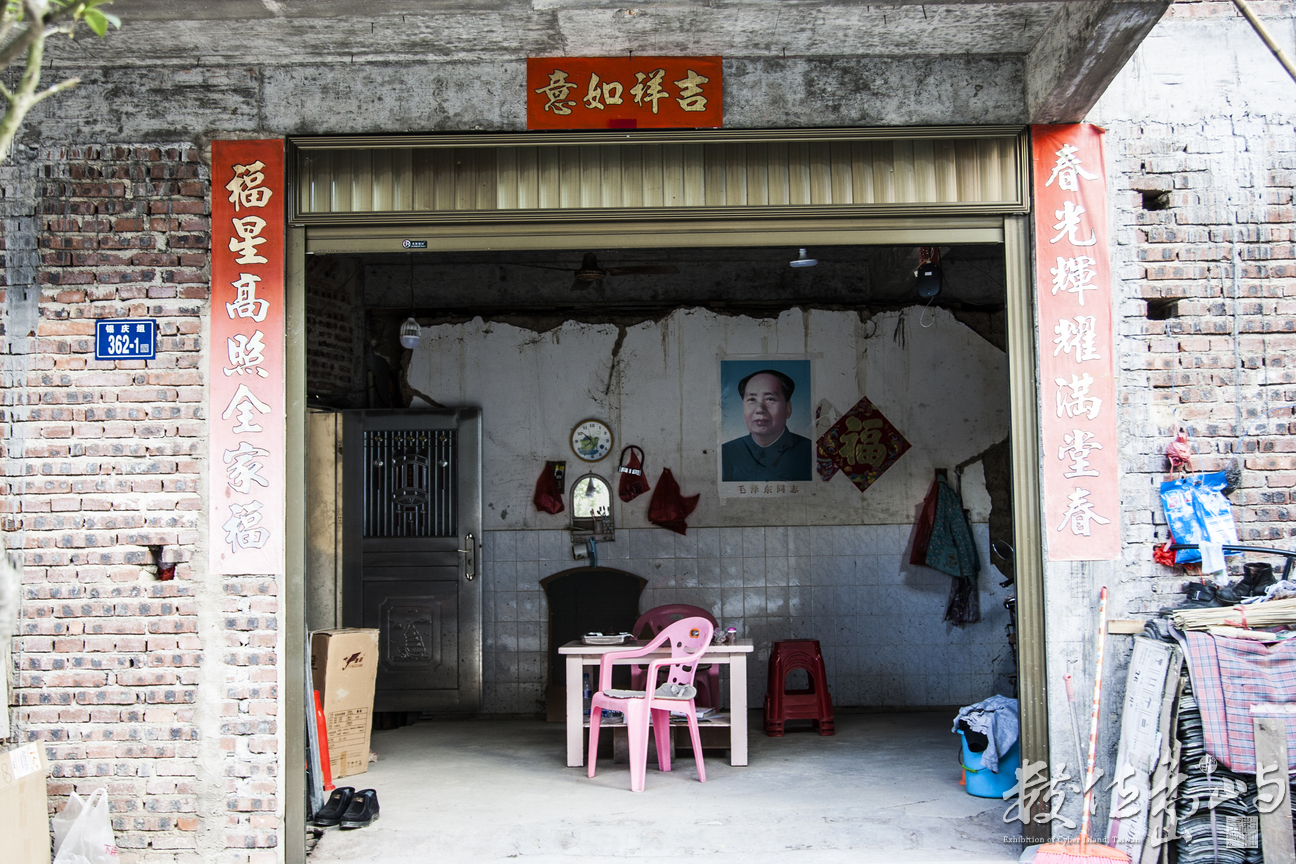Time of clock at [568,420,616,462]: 7:51
